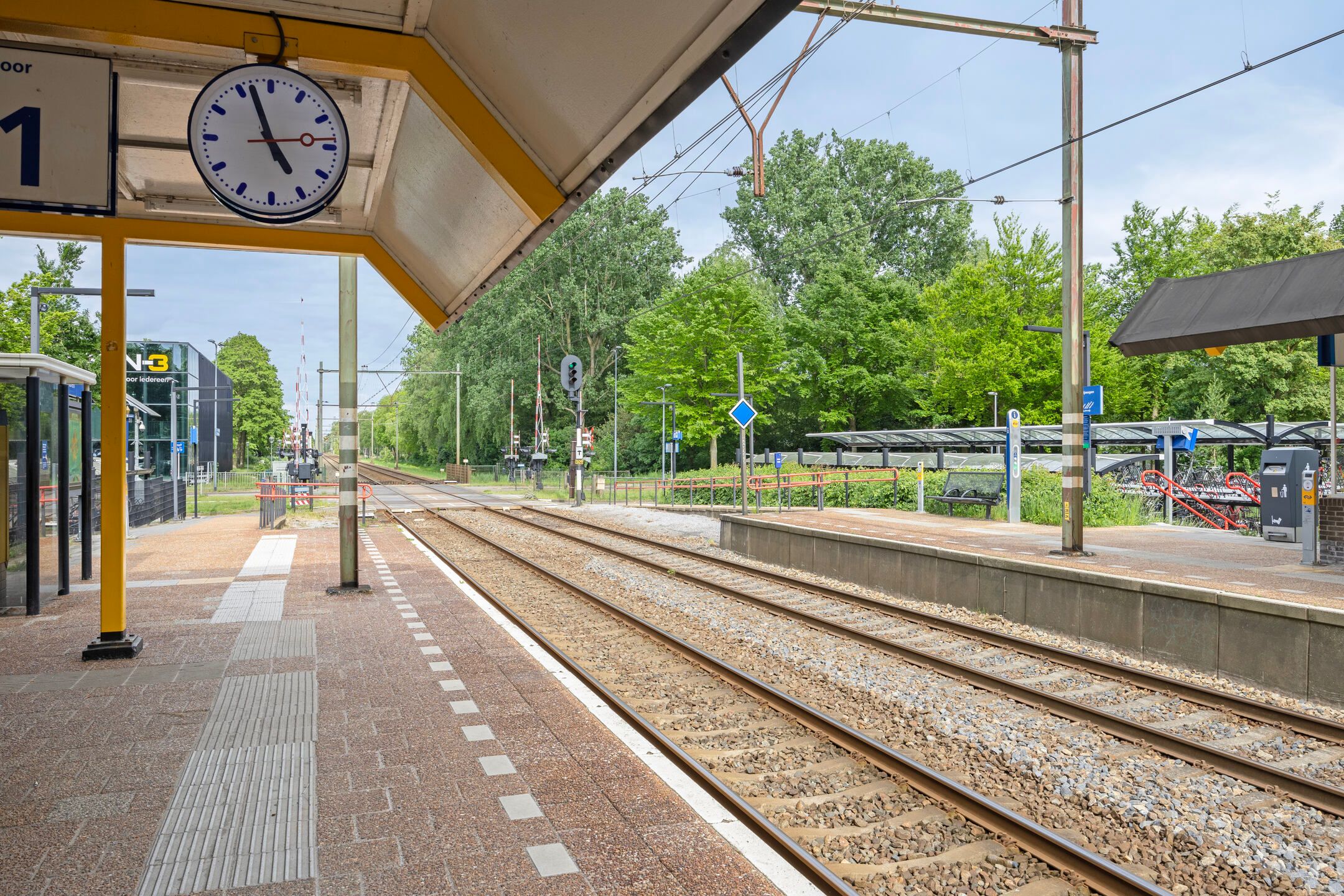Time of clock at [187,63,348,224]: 4:57
